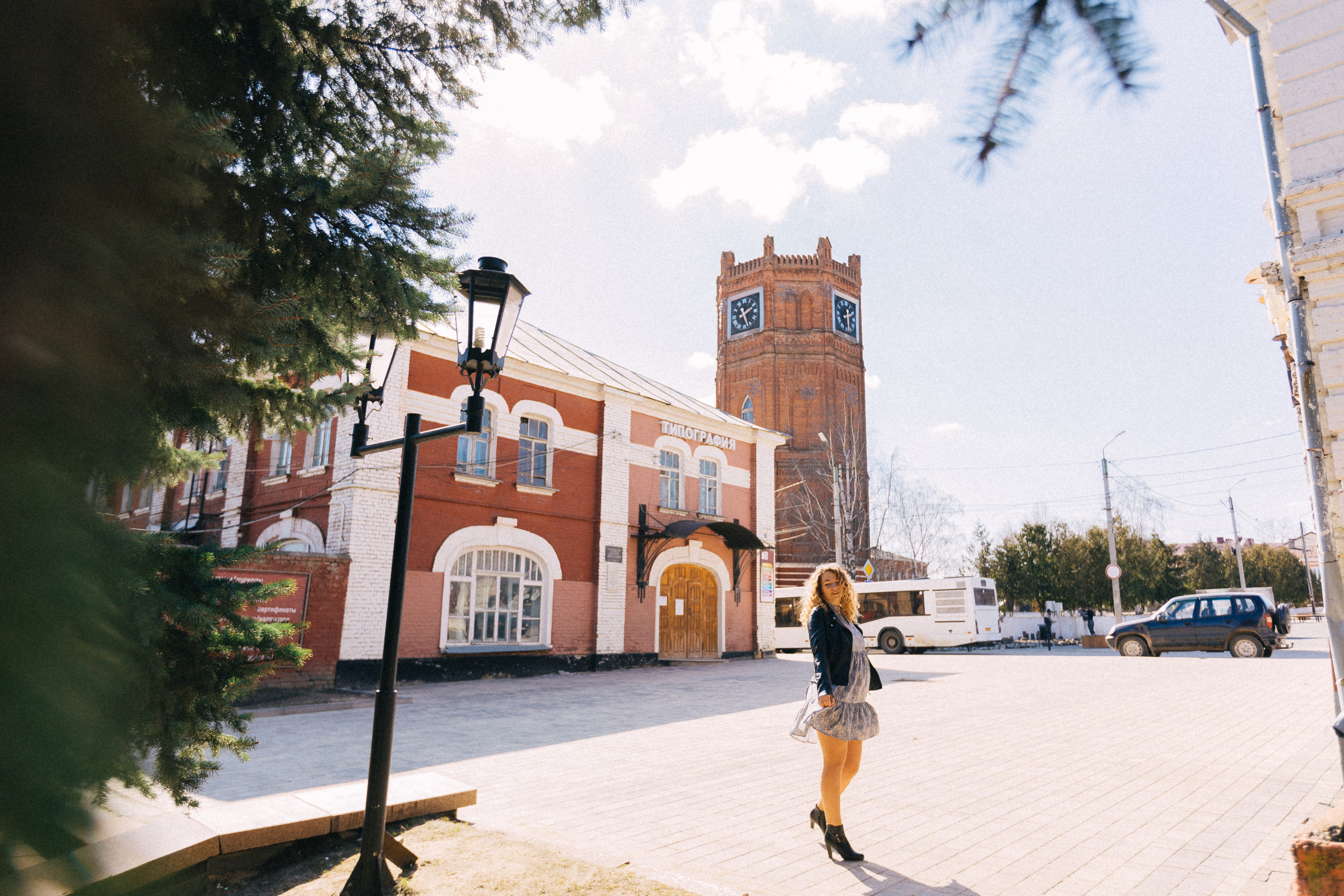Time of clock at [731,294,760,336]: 2:26
